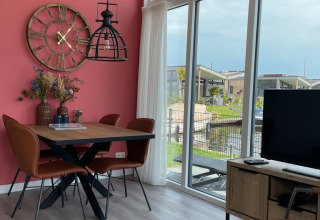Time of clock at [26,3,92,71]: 4:06
